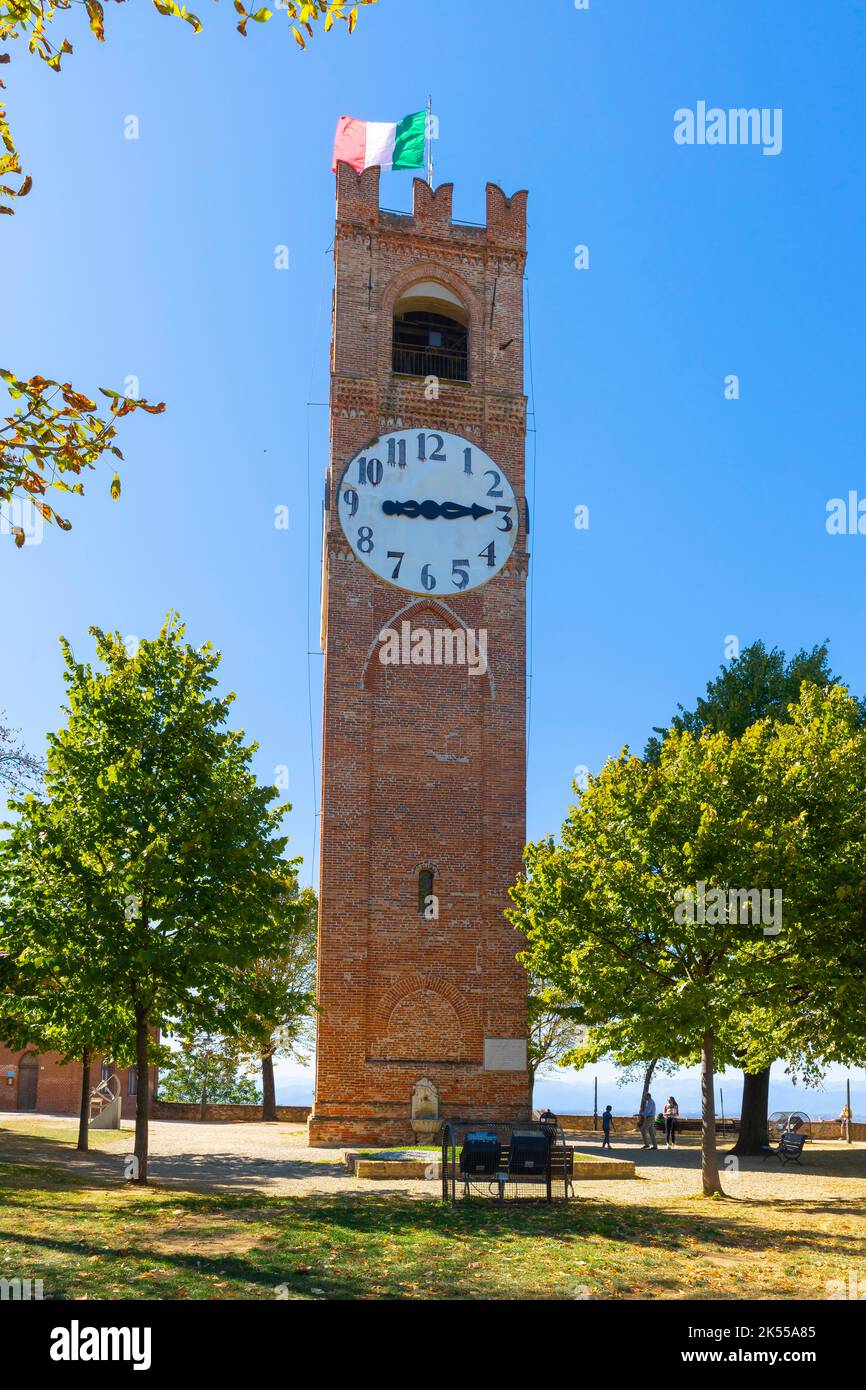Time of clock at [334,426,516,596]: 9:13
